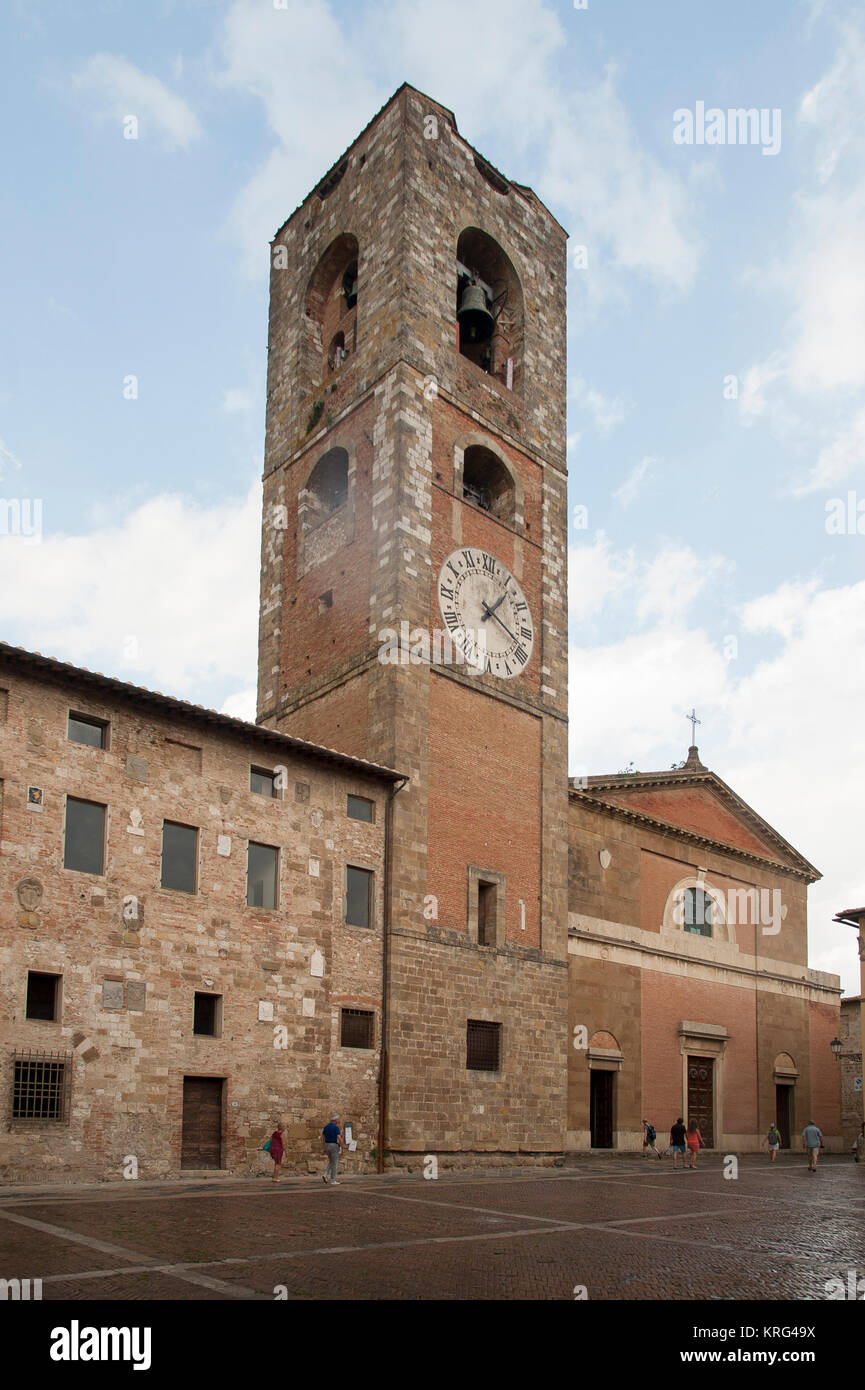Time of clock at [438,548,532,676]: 1:18
